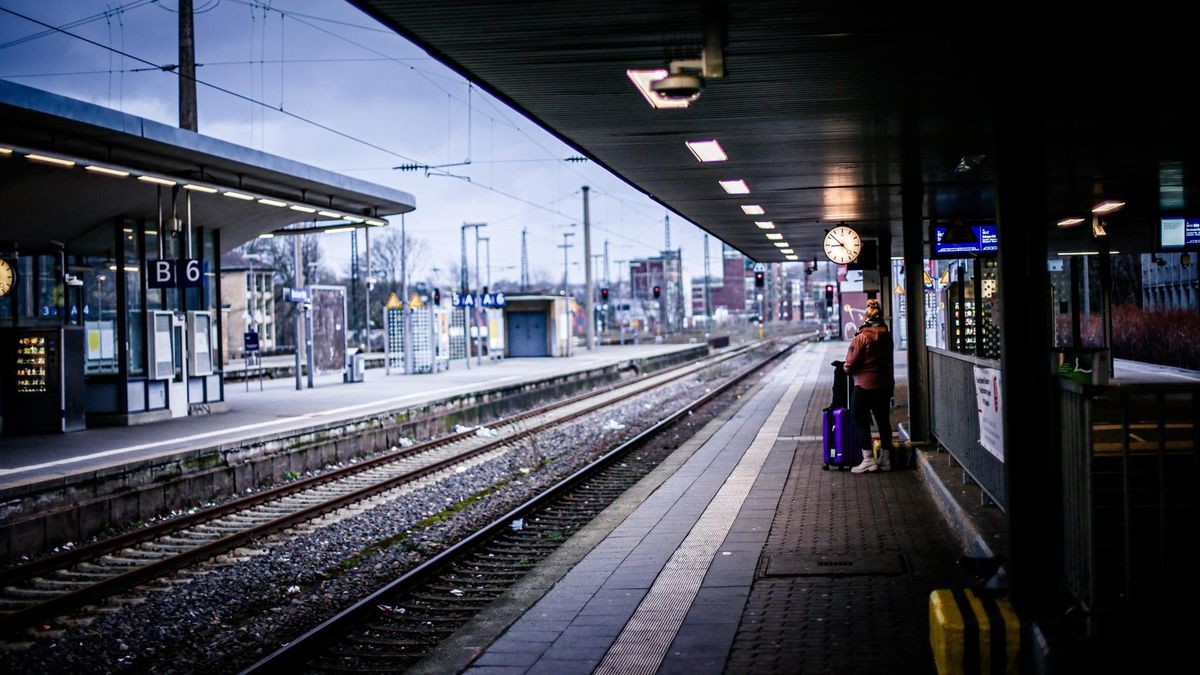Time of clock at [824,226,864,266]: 8:52
